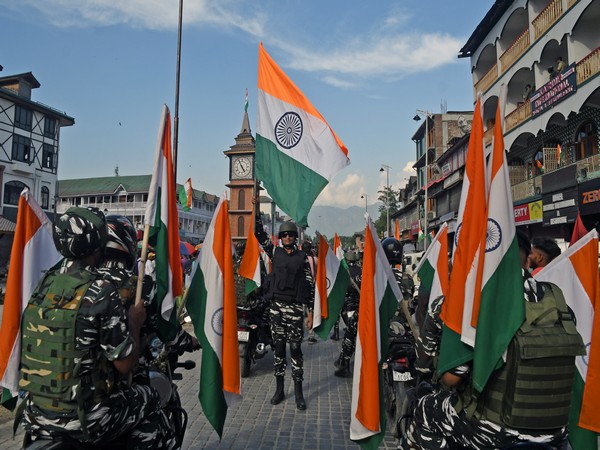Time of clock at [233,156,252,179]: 4:55
